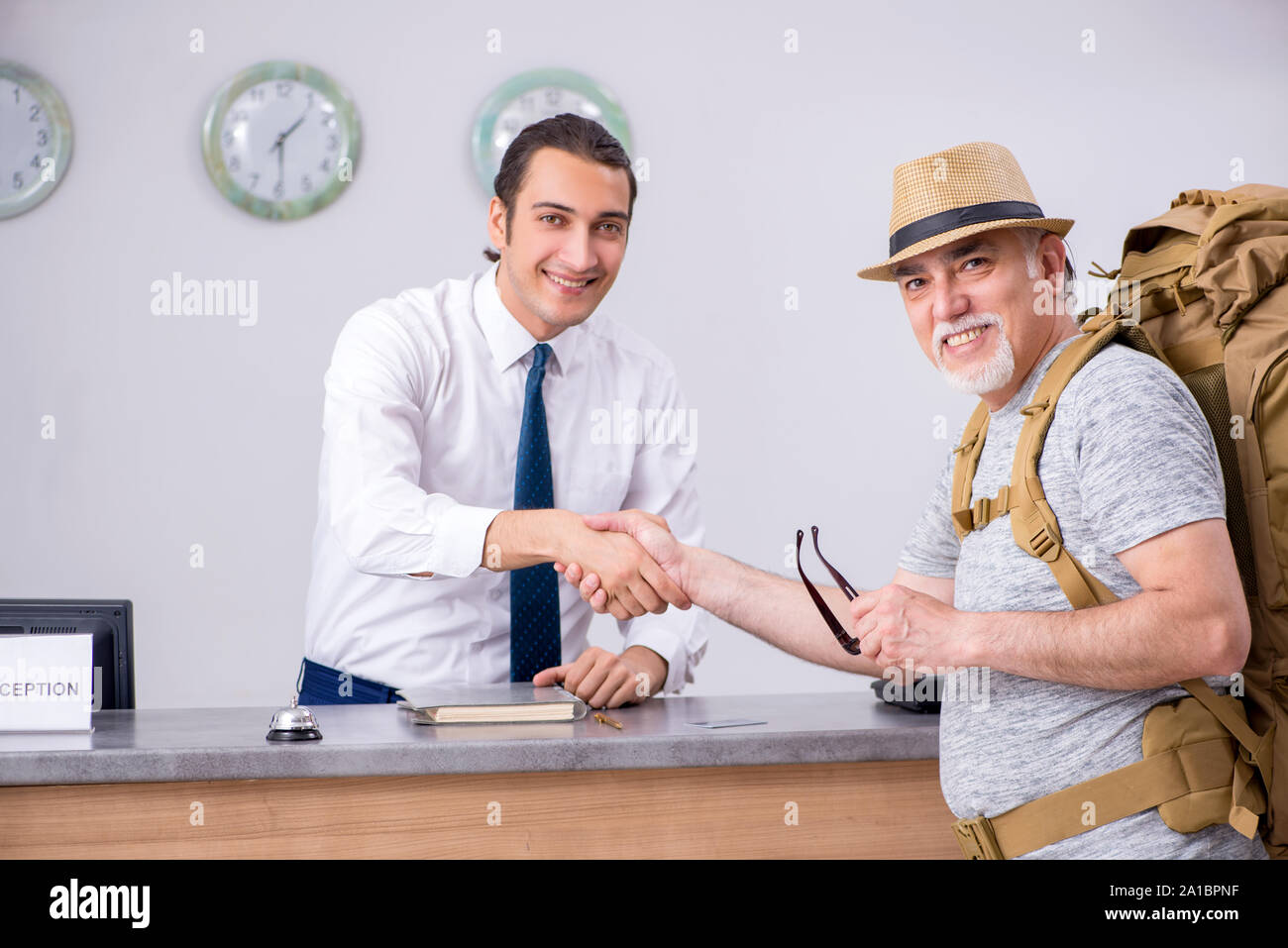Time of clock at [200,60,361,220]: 1:29
